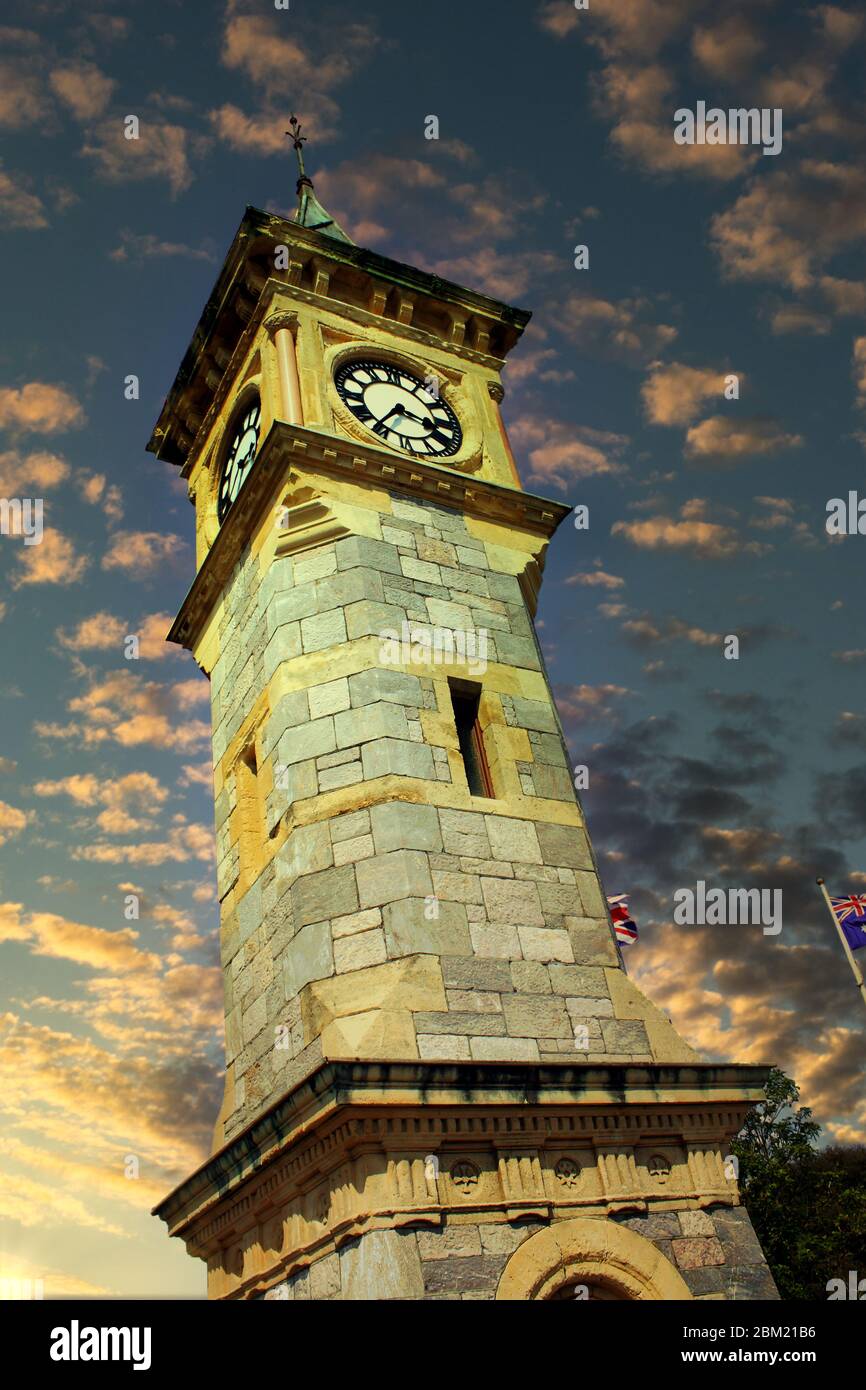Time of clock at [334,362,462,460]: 3:36
